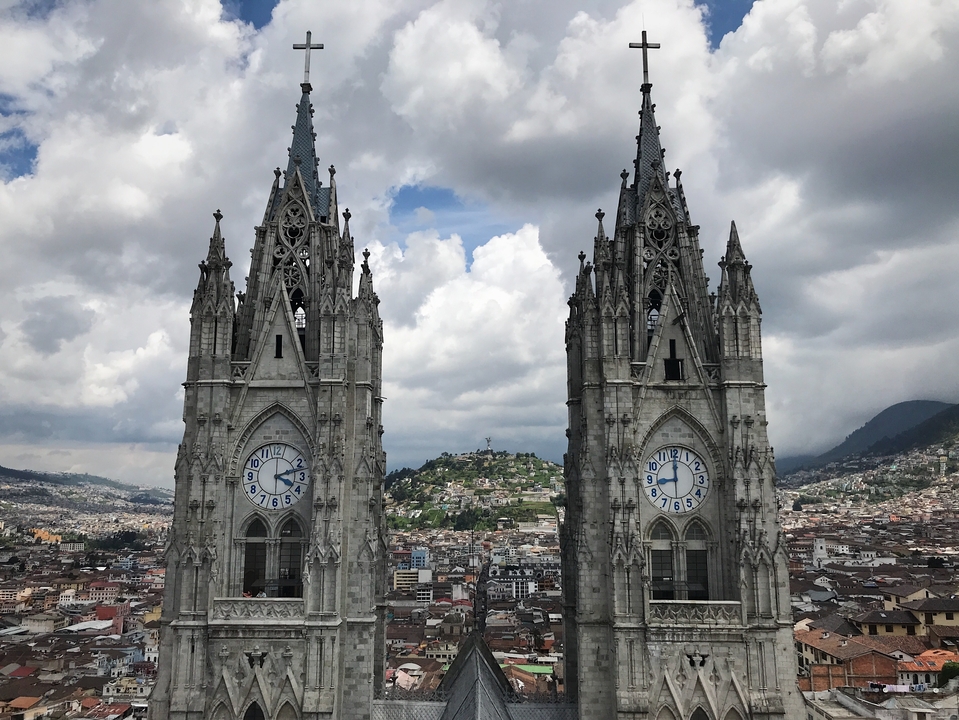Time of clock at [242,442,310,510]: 4:12
